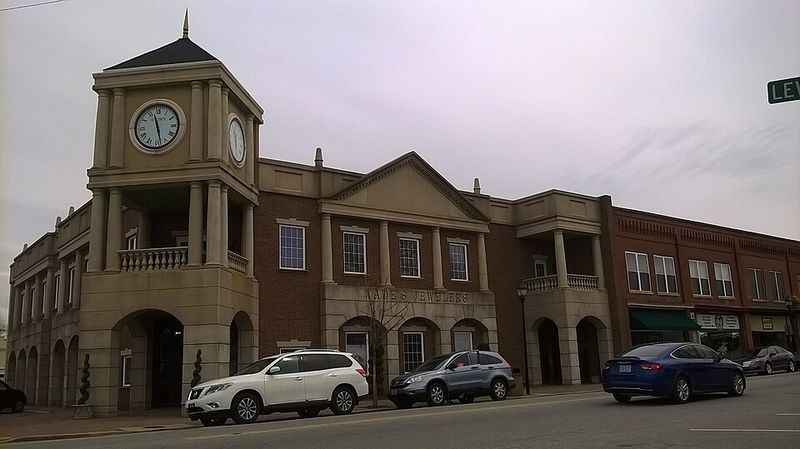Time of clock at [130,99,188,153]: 11:28
